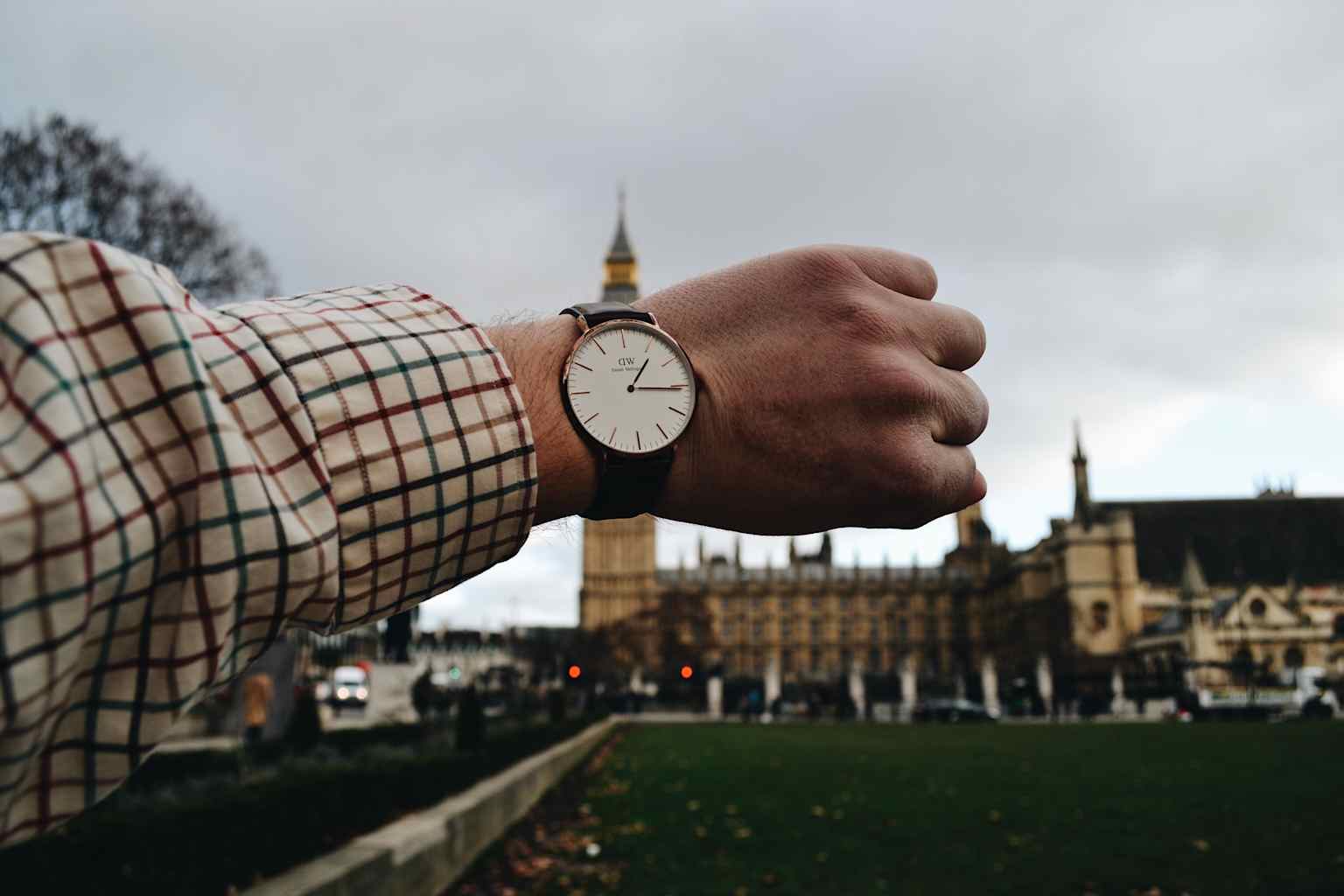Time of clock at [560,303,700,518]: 1:15
